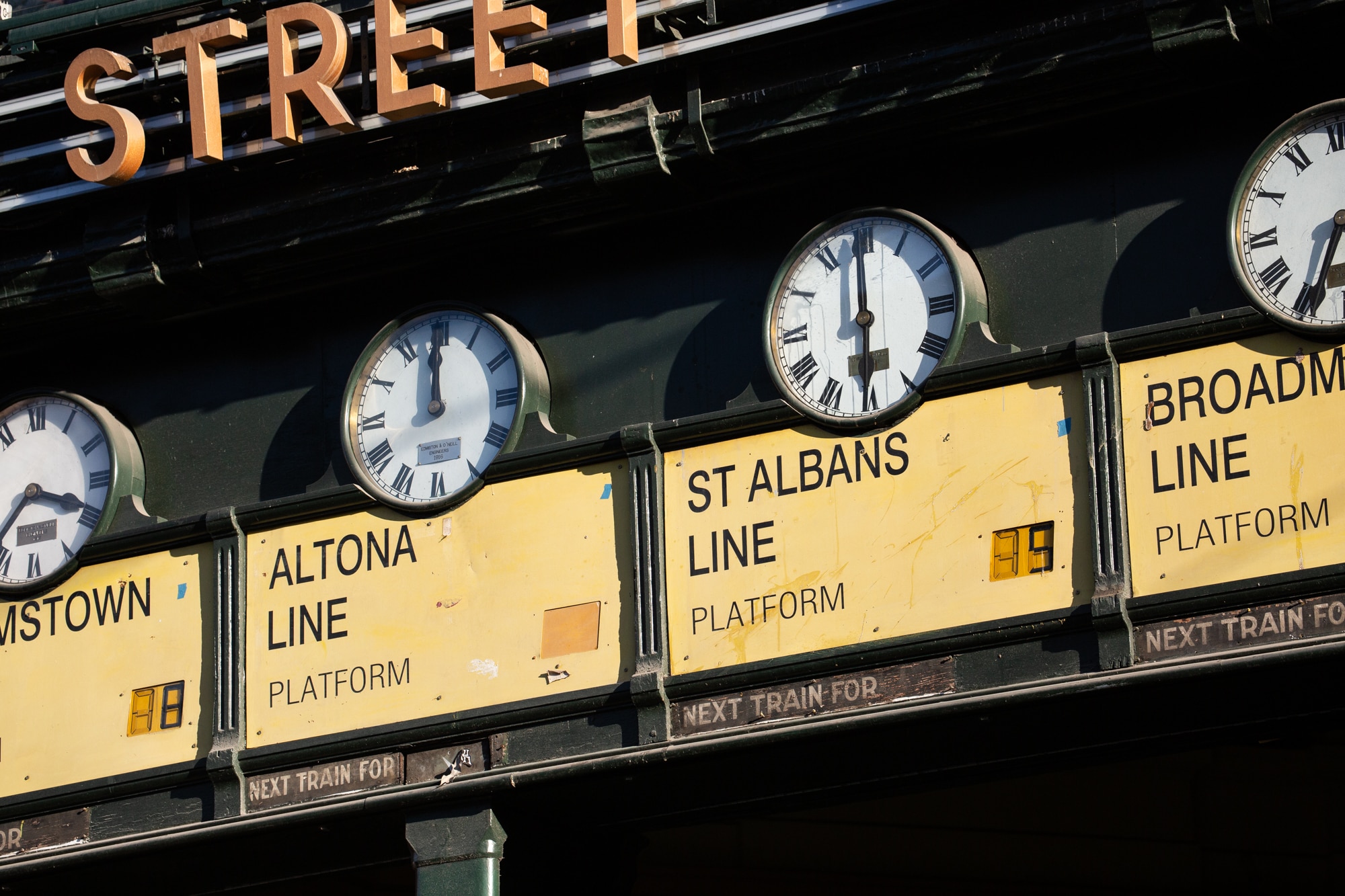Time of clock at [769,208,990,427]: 5:59
